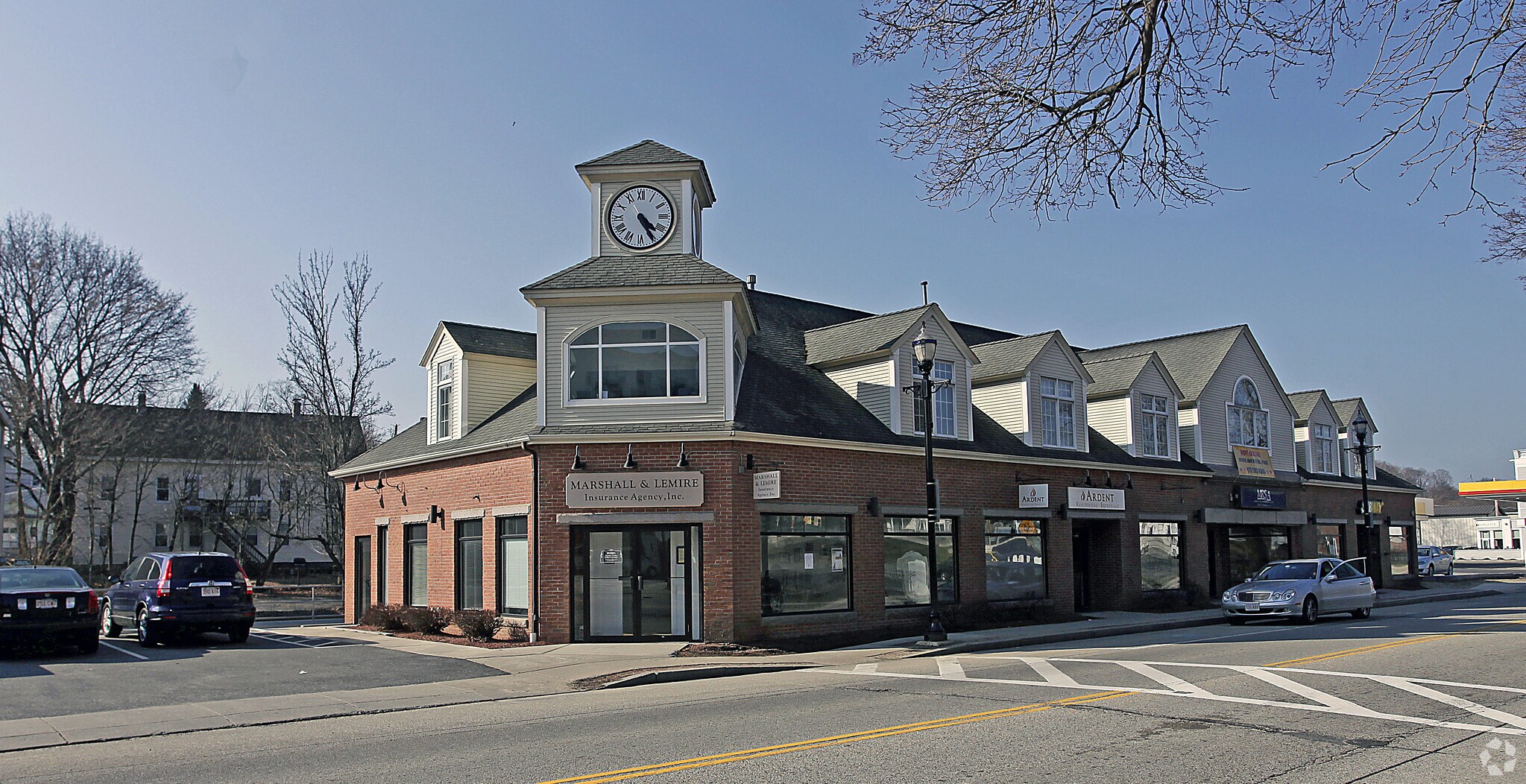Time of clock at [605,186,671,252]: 4:25
